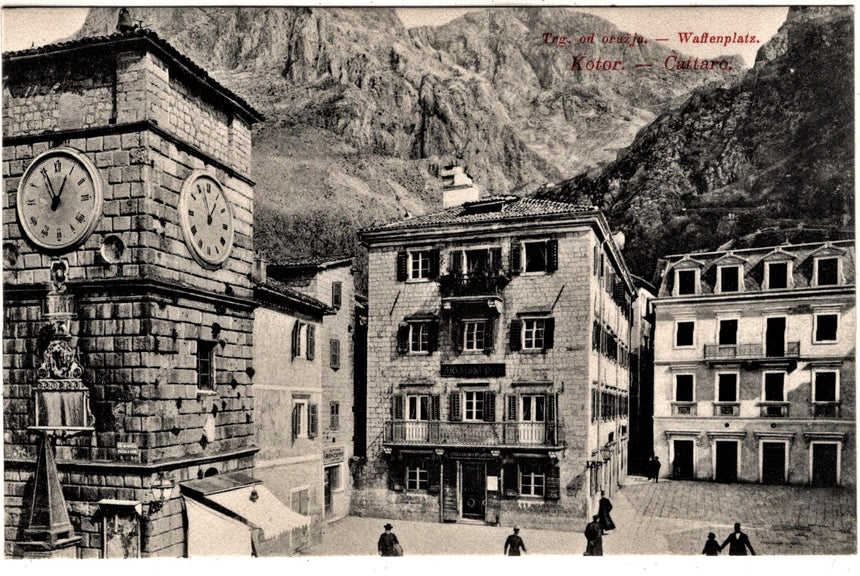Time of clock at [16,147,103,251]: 12:55
